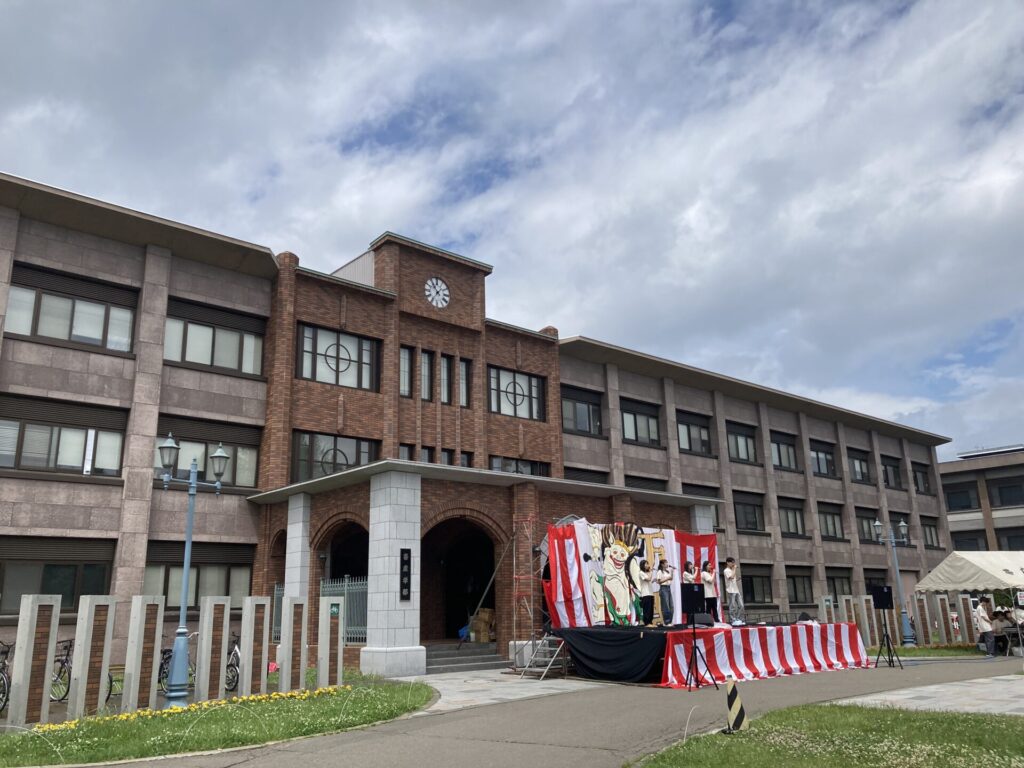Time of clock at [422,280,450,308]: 10:36
